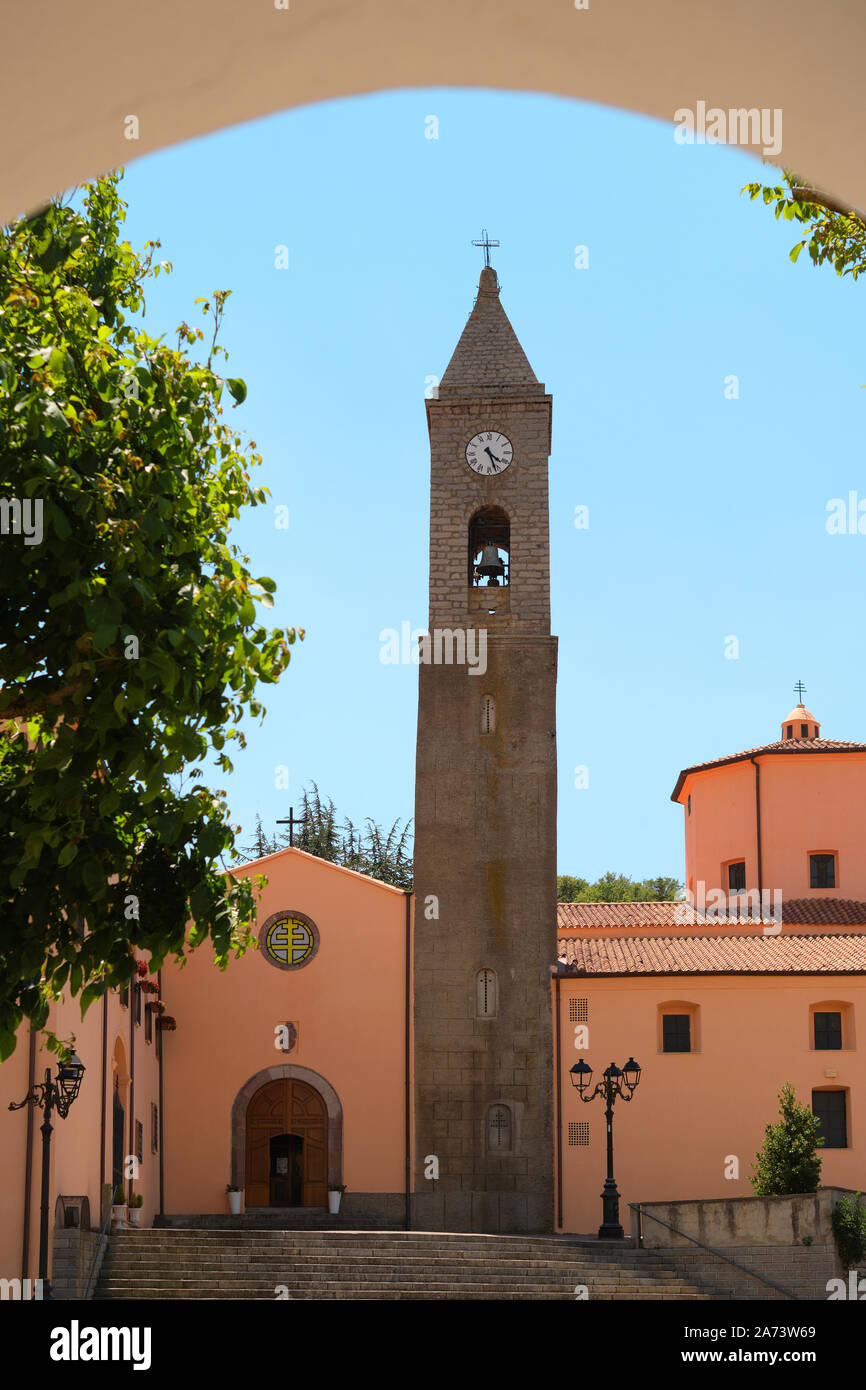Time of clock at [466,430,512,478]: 4:26
